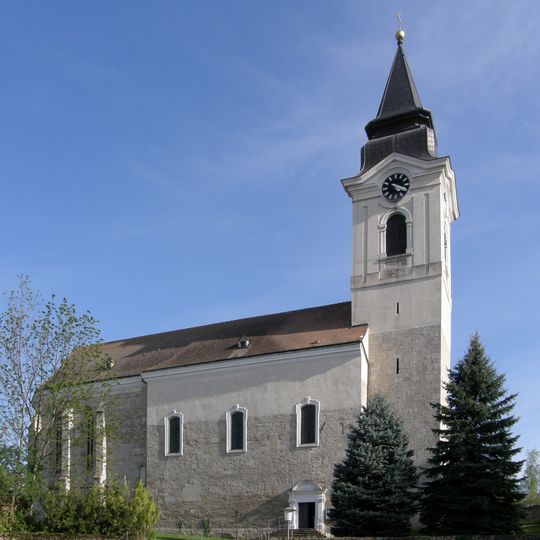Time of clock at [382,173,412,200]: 5:18
